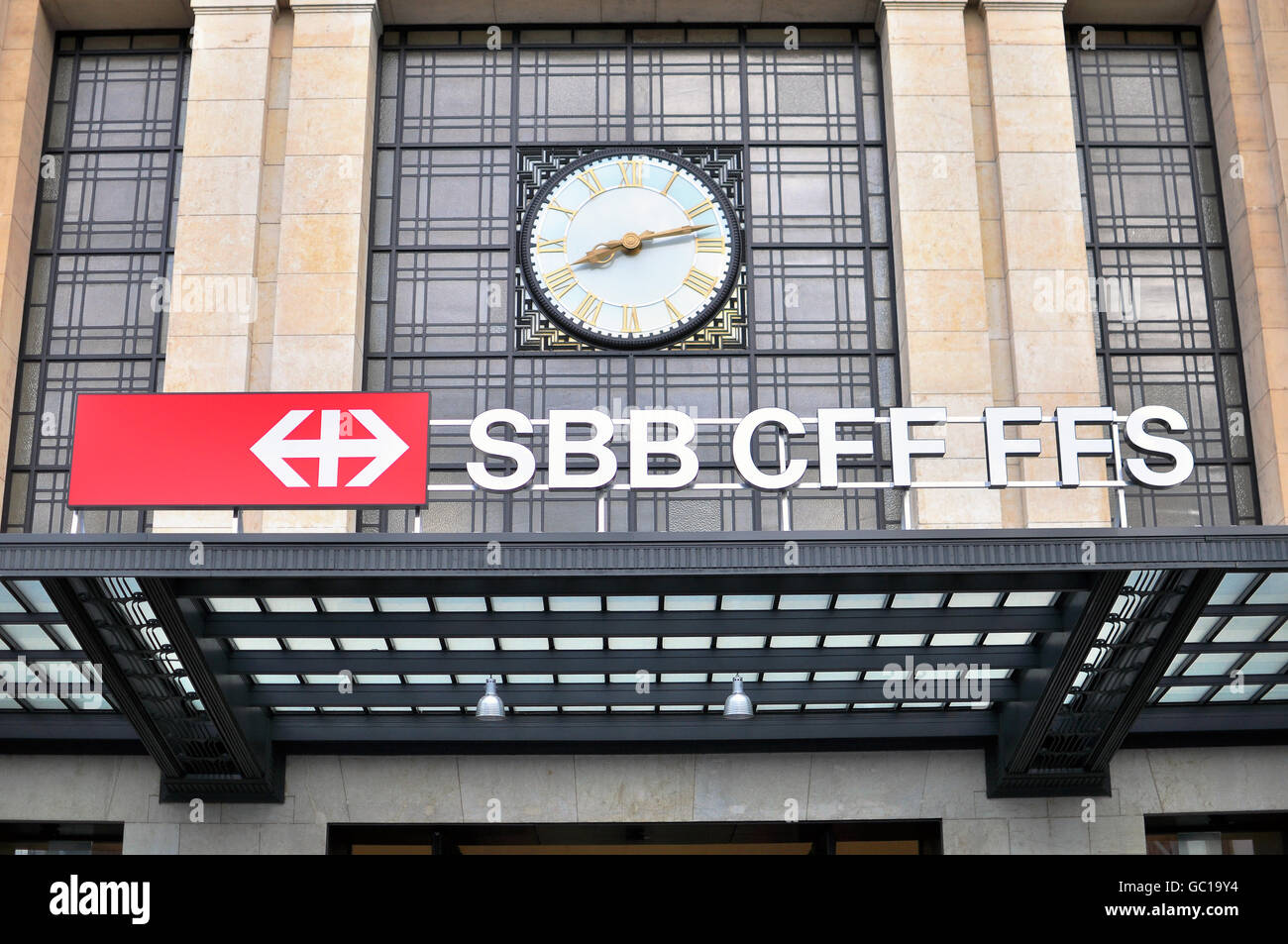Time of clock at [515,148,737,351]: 8:12
